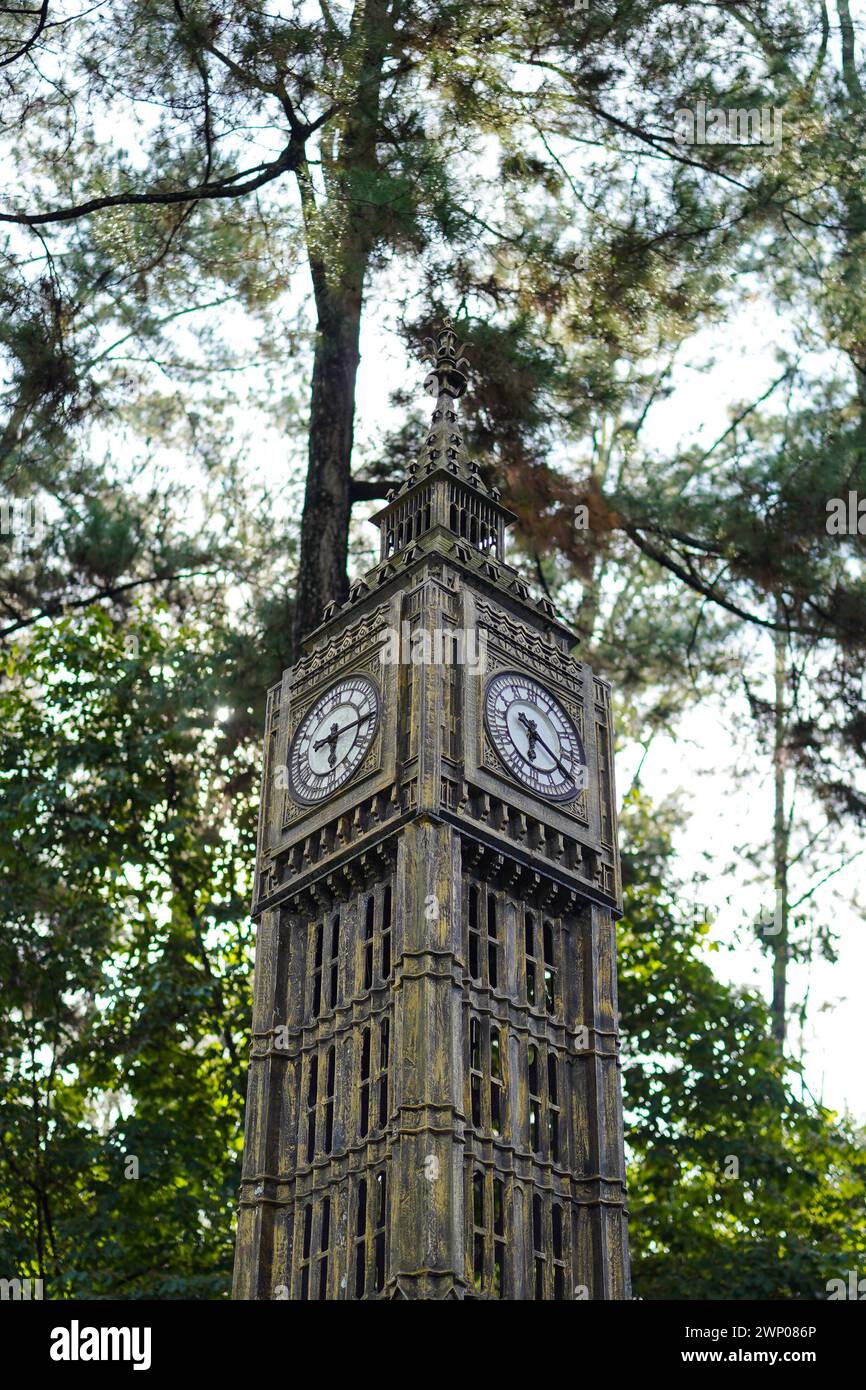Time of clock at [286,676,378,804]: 6:15
